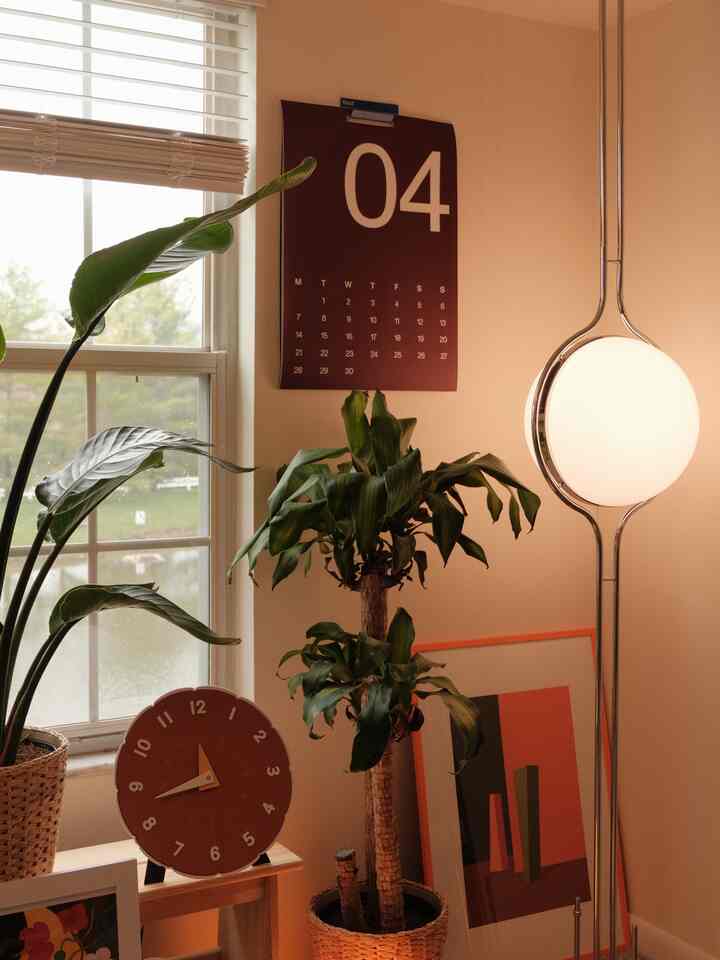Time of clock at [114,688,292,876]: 11:42
